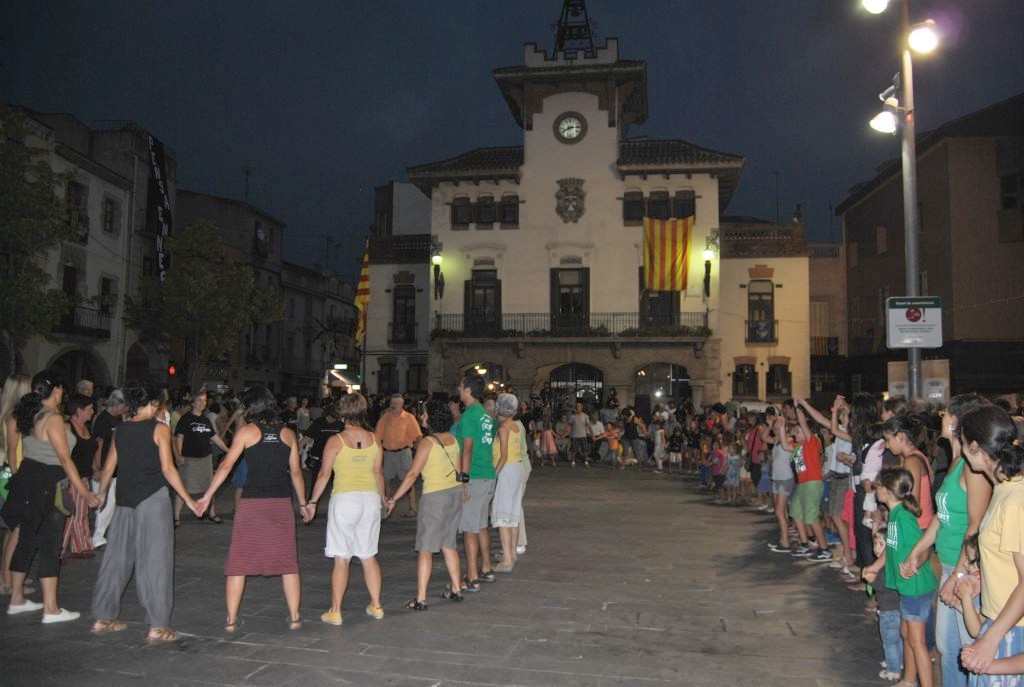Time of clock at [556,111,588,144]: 8:14
